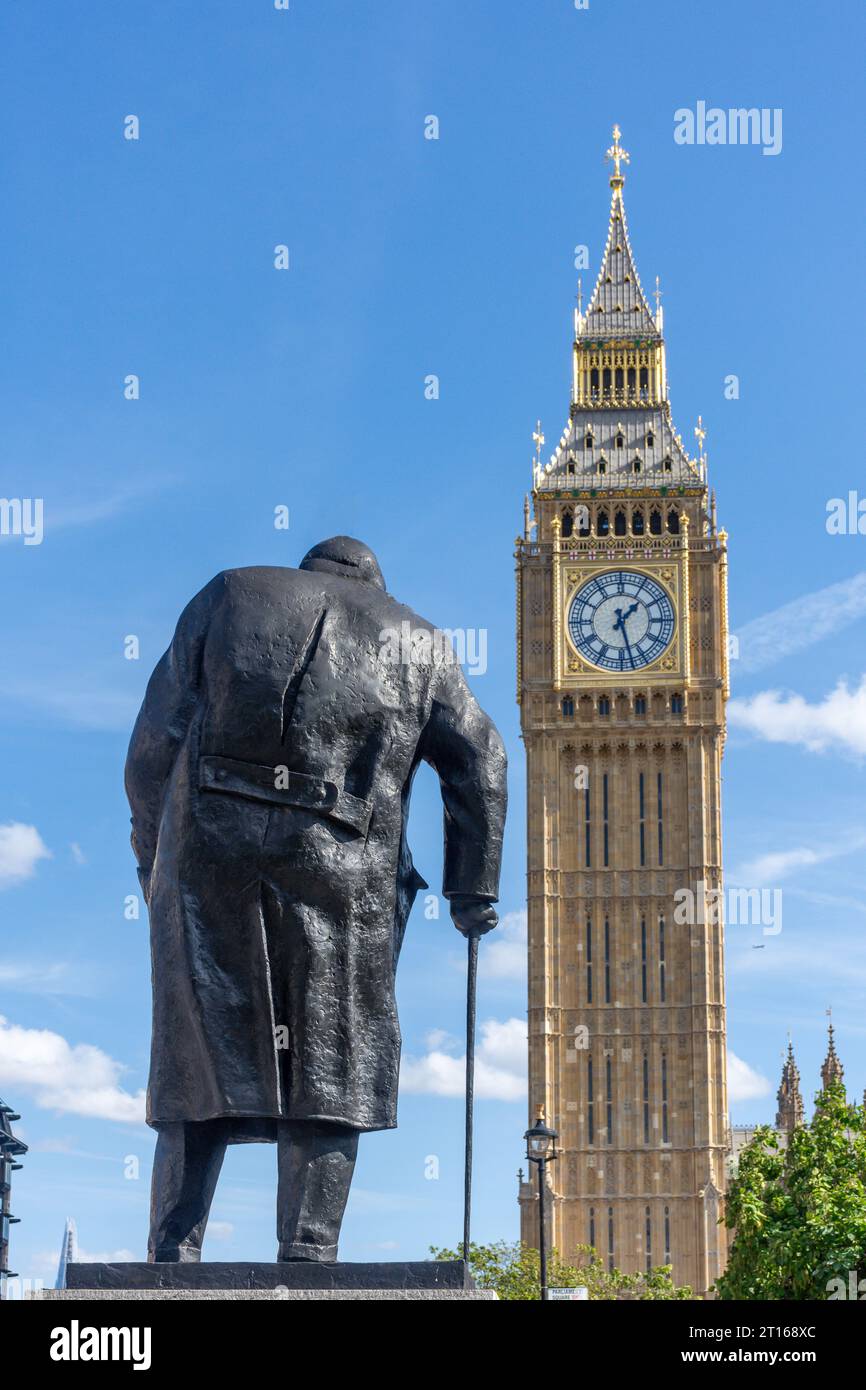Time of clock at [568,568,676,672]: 1:27
